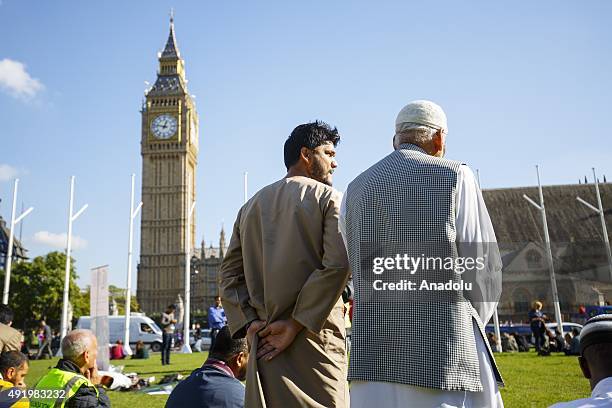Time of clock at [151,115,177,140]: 12:47
